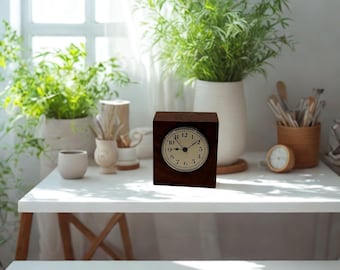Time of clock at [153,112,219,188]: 9:09
